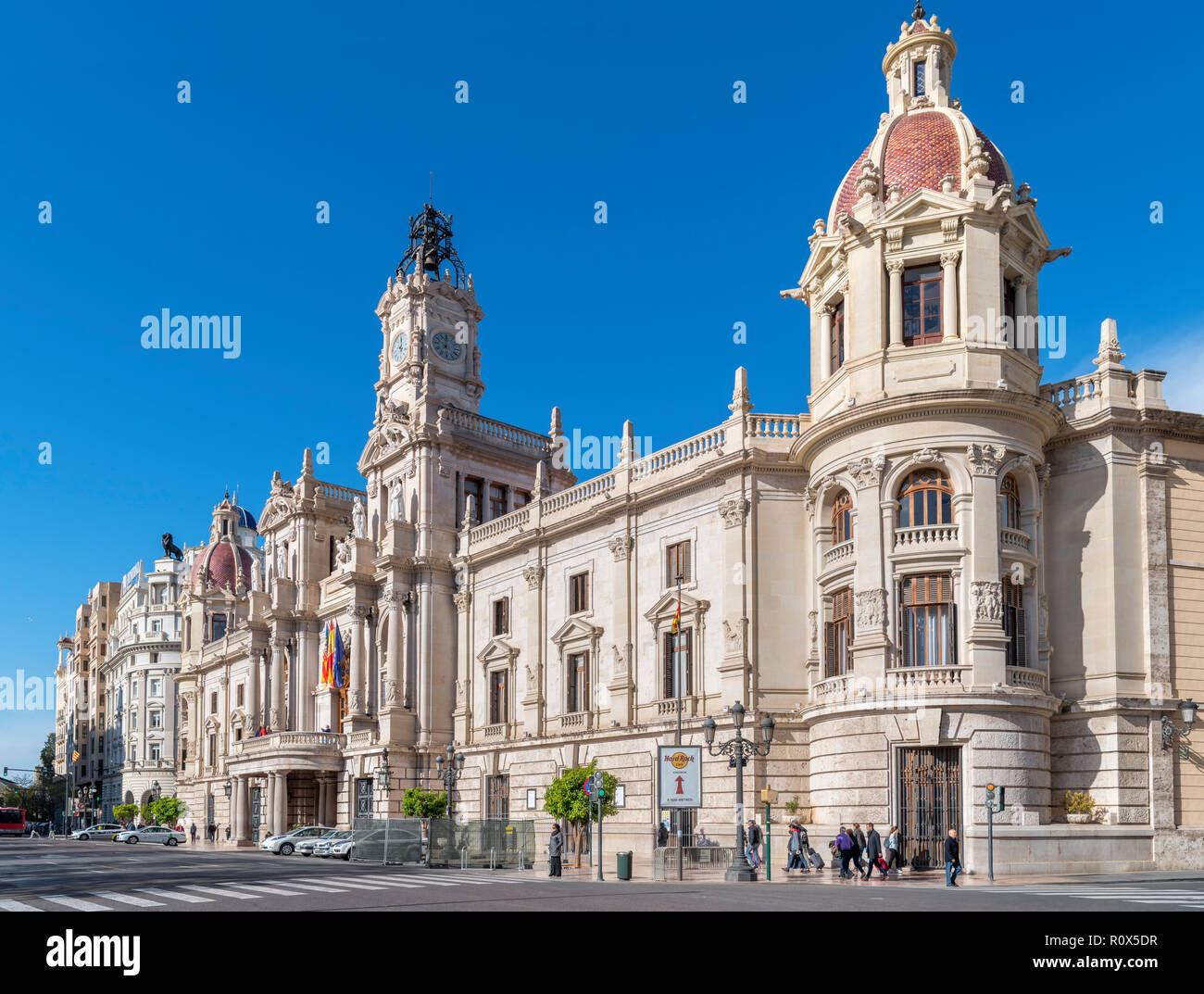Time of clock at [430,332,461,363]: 10:00
